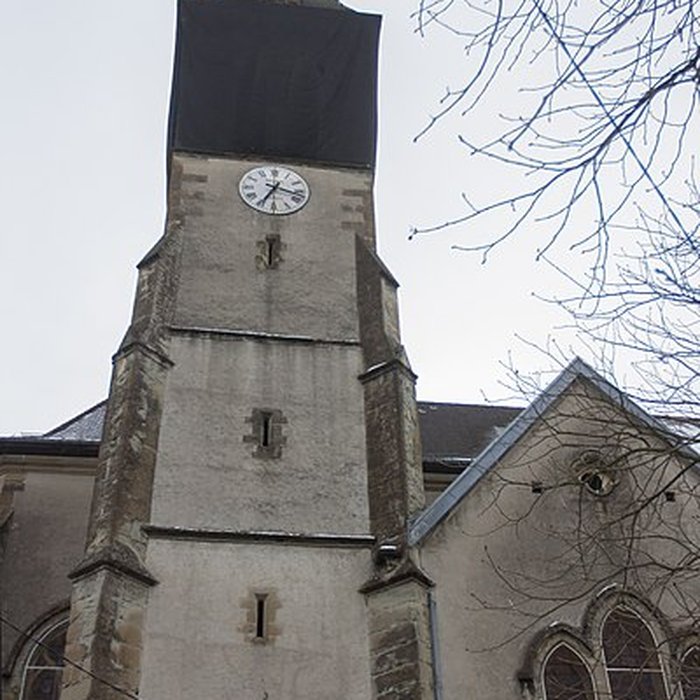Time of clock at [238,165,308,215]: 3:34
